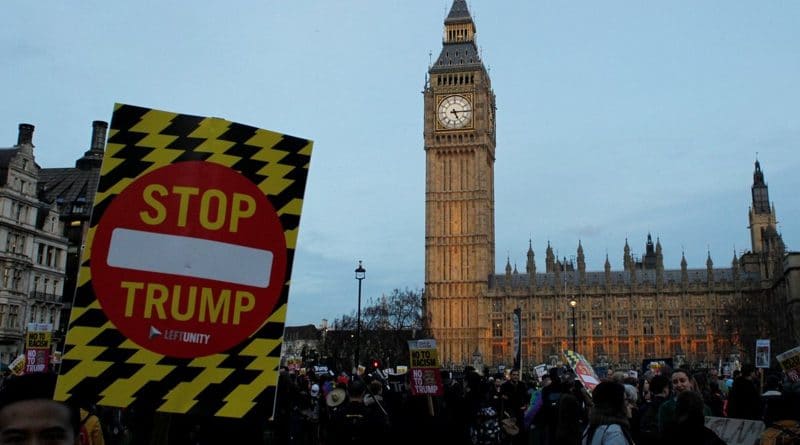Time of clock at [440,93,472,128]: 5:14
